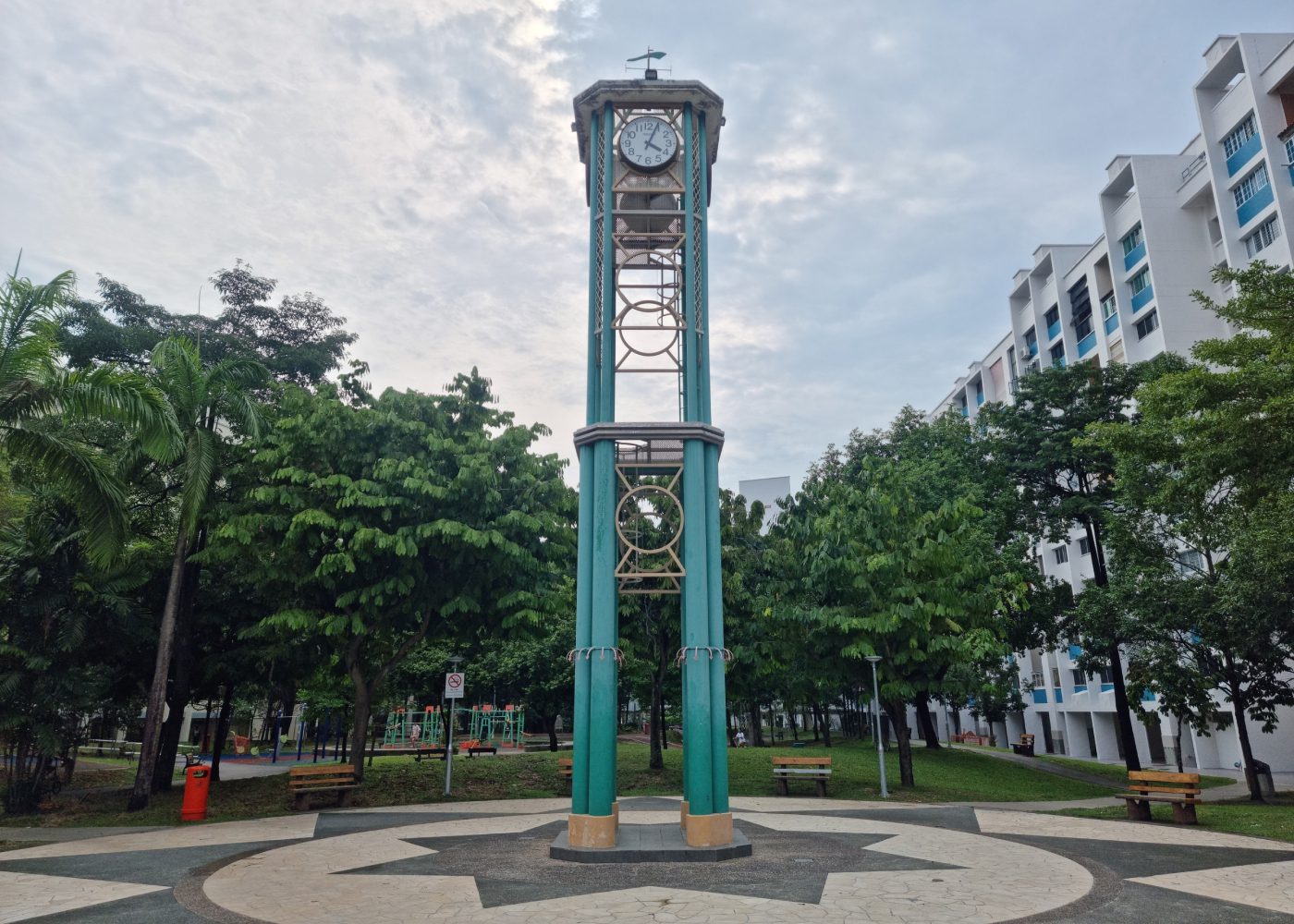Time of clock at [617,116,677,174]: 4:04
